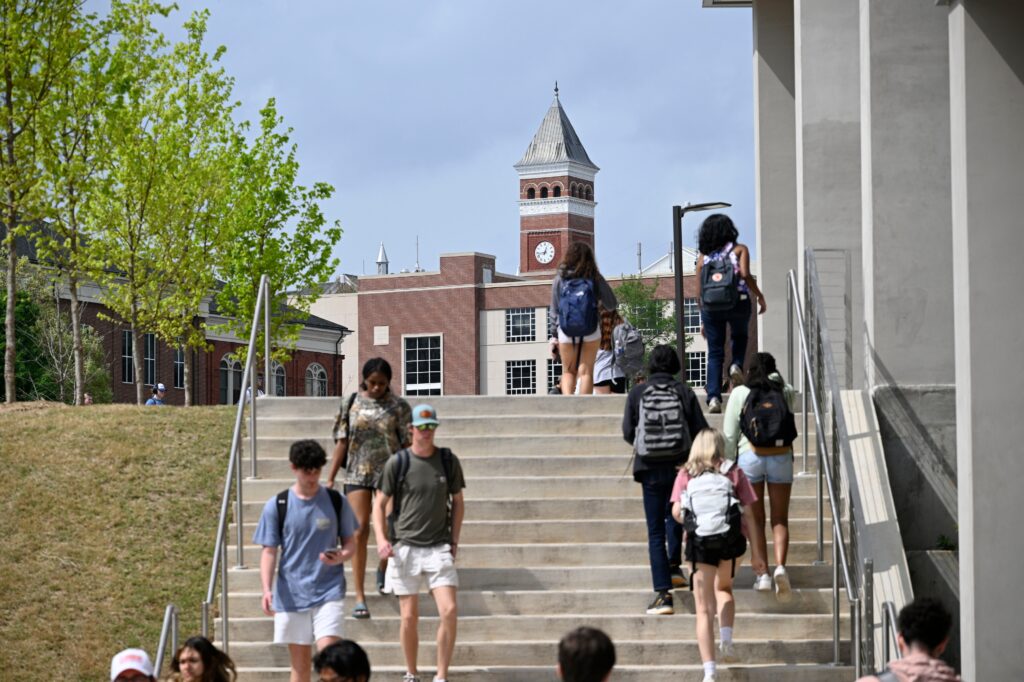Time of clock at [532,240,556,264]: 12:43
